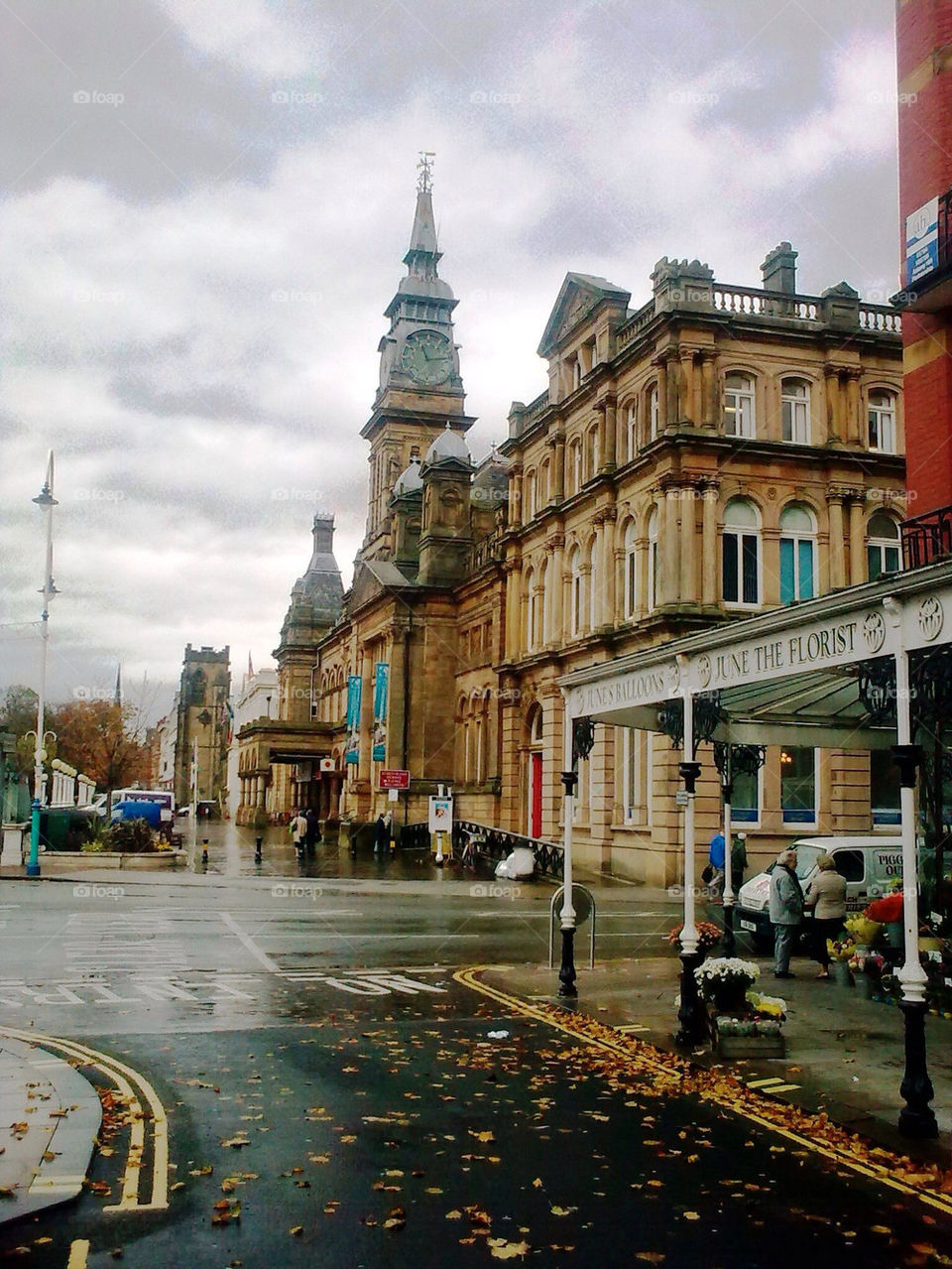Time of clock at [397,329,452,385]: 11:13
